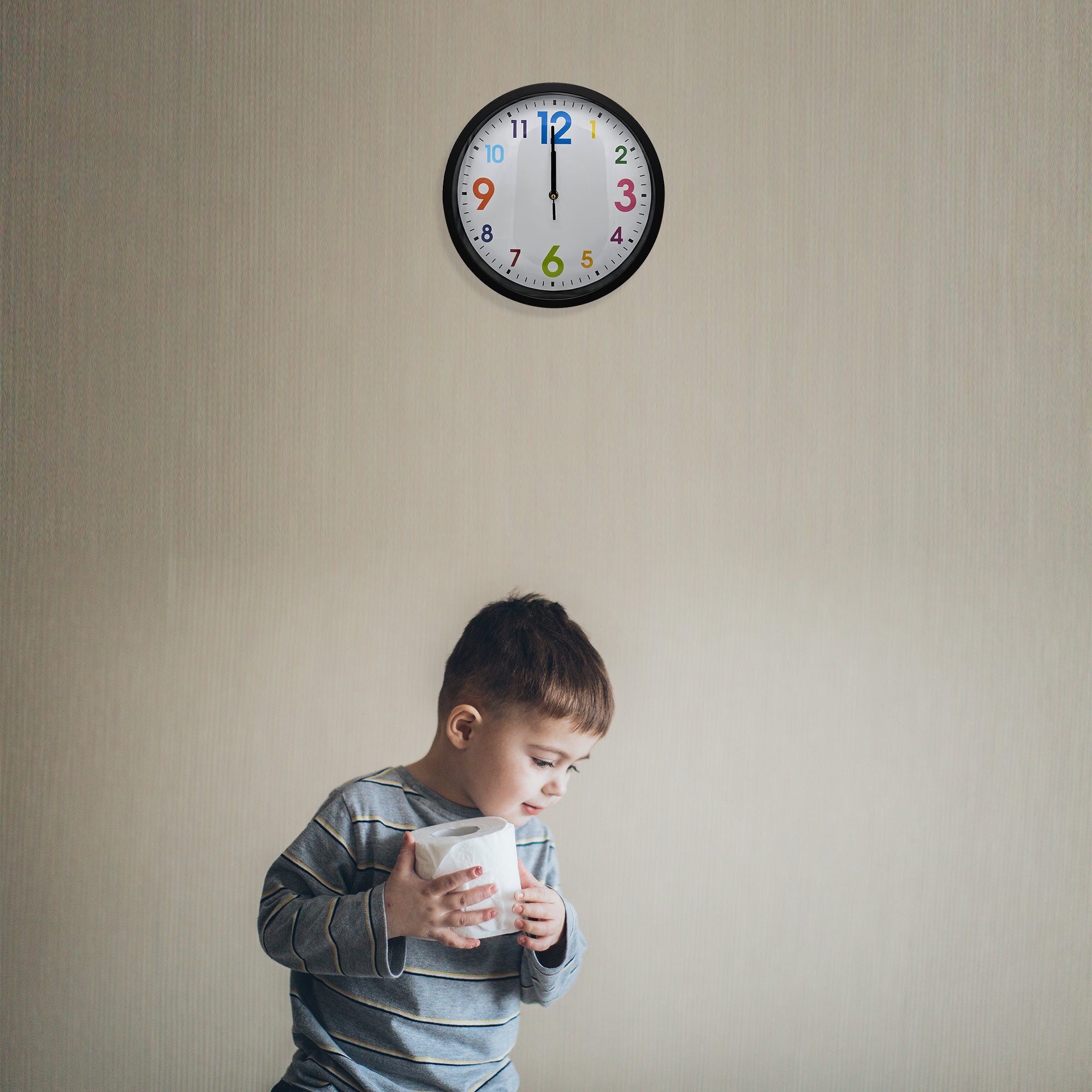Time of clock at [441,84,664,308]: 11:59
